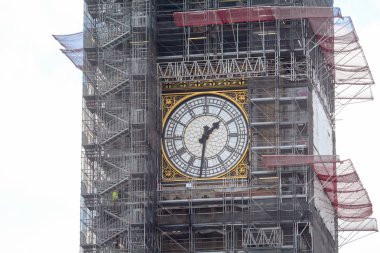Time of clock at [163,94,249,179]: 1:31
